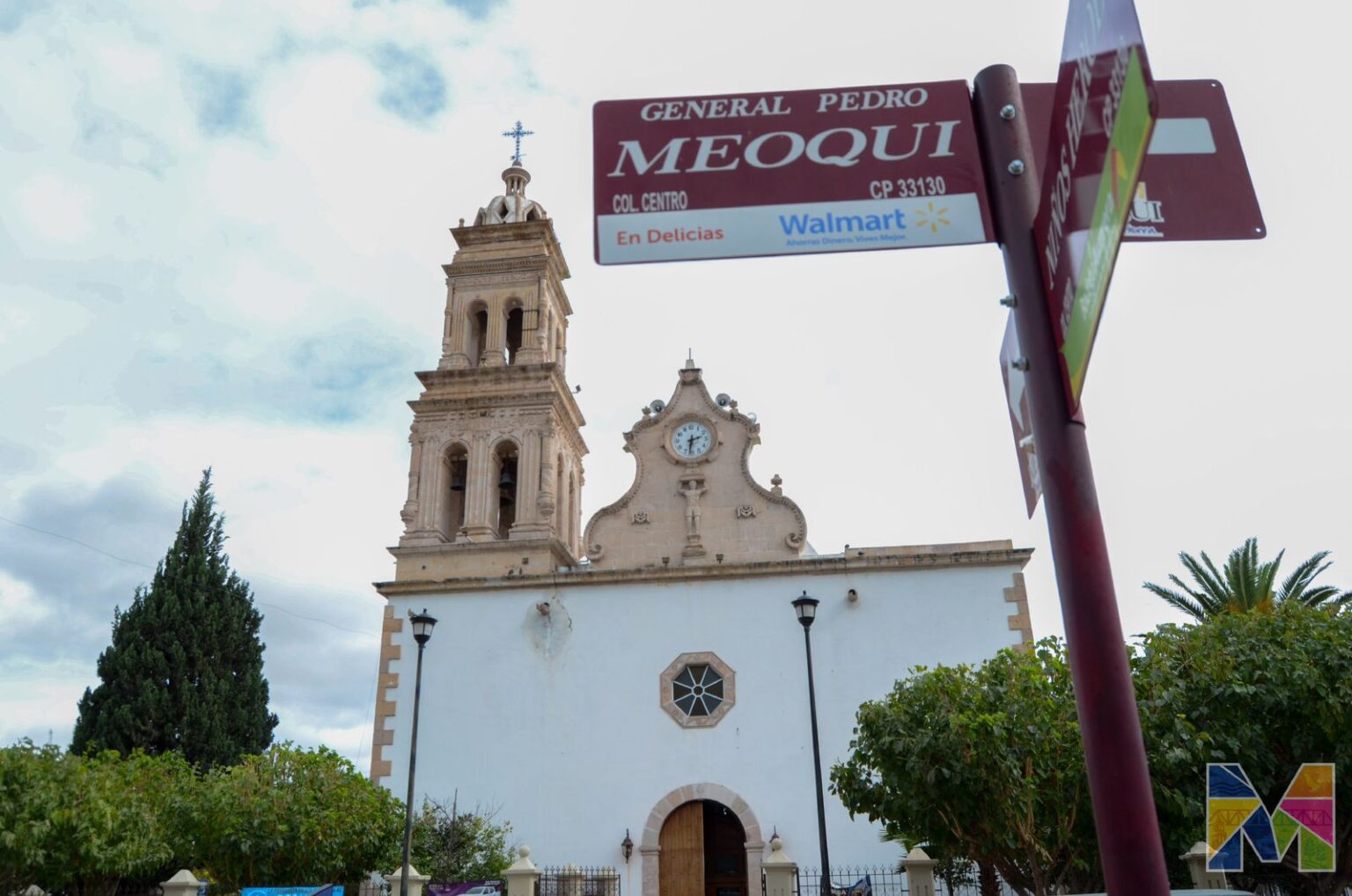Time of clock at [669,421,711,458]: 2:31
